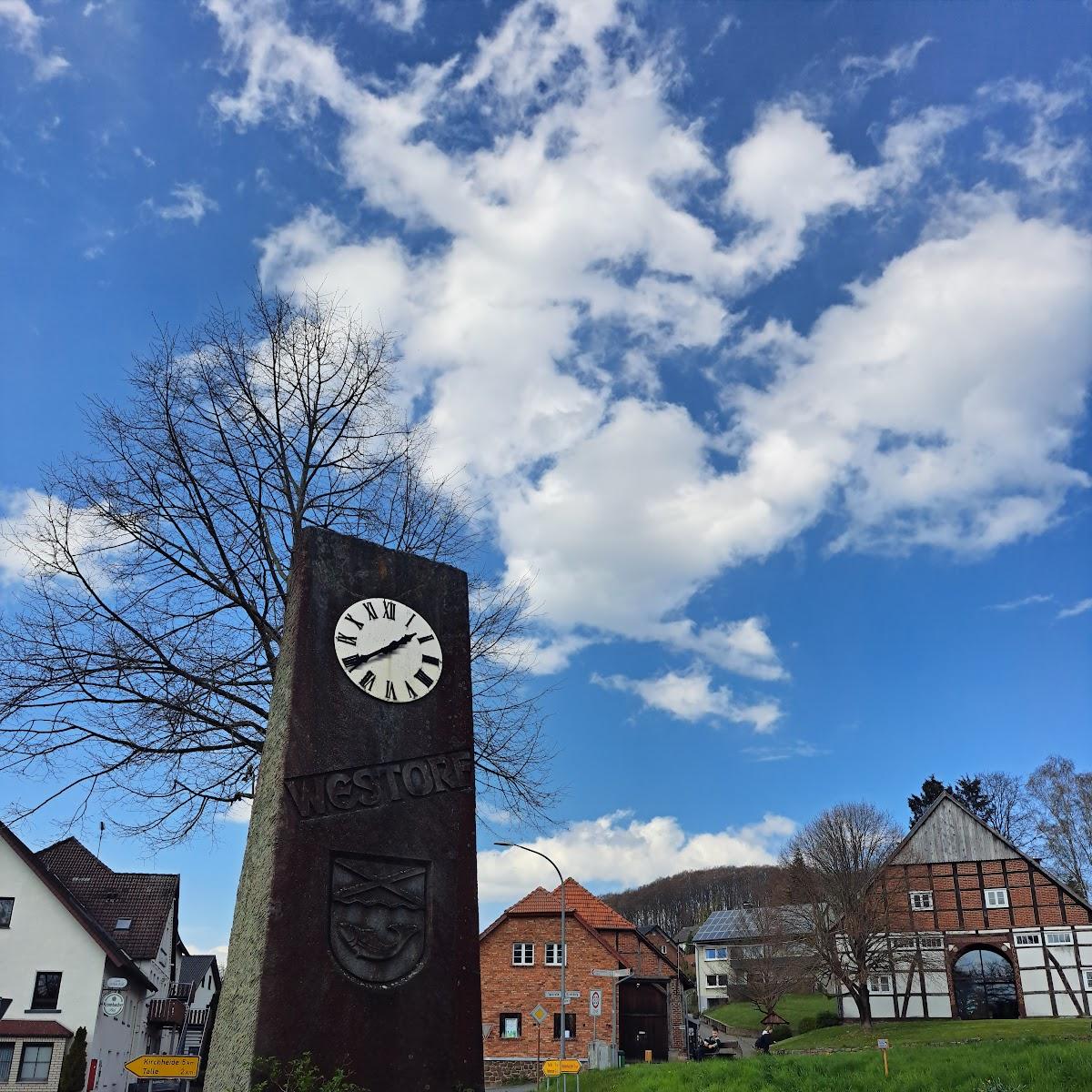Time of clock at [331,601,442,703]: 1:39
